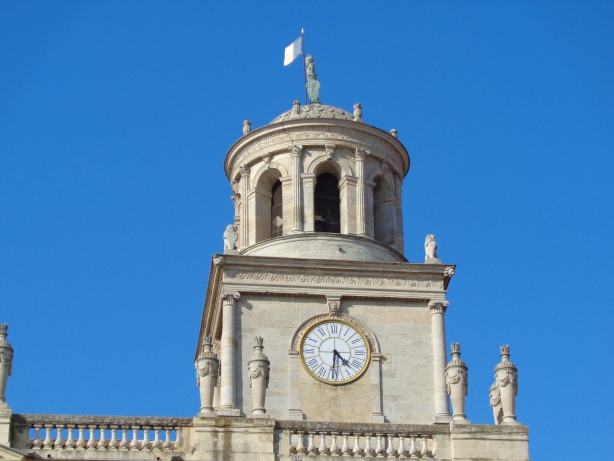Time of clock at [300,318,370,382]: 4:31
